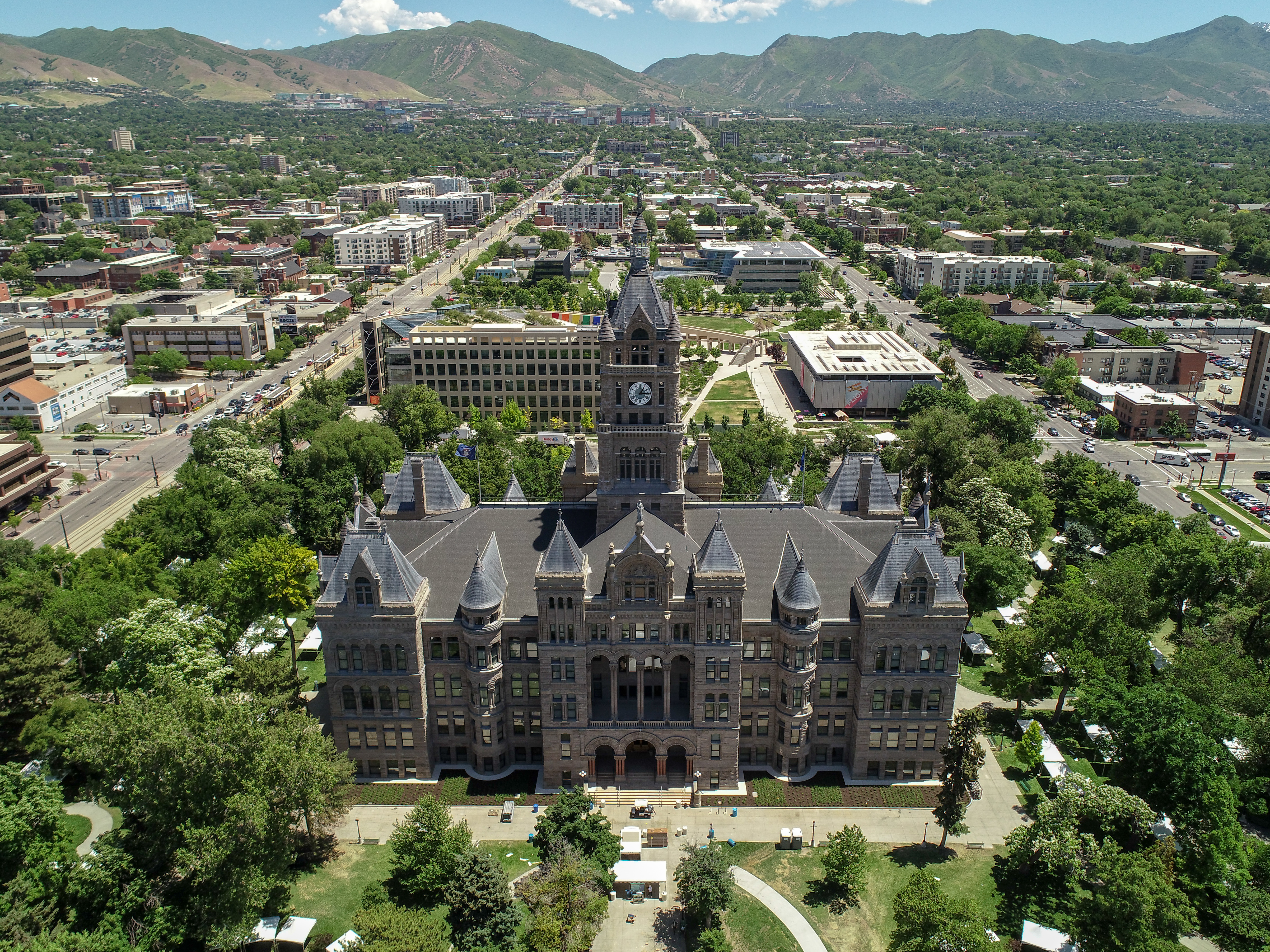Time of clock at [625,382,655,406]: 1:14
